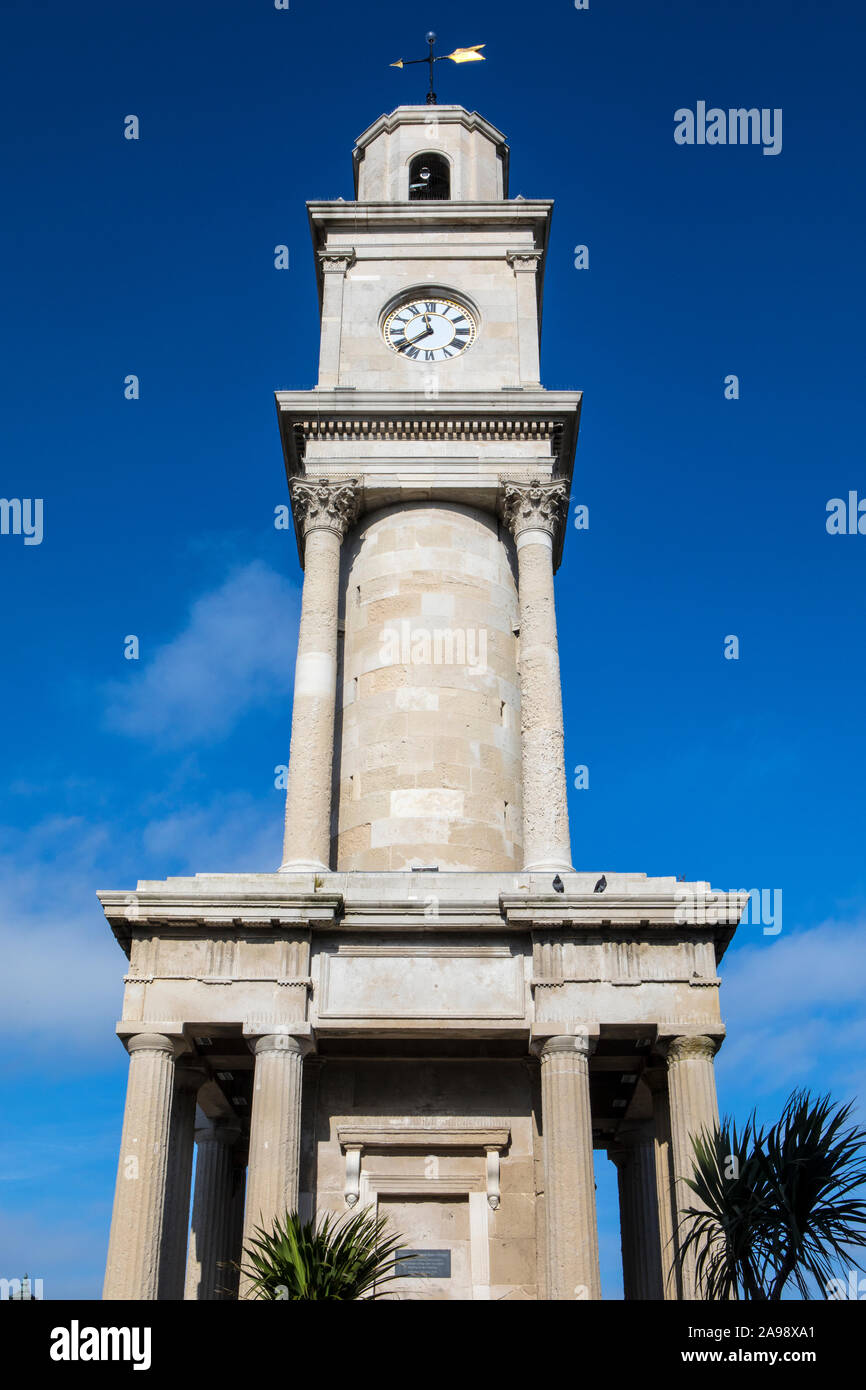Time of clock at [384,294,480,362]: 11:38
